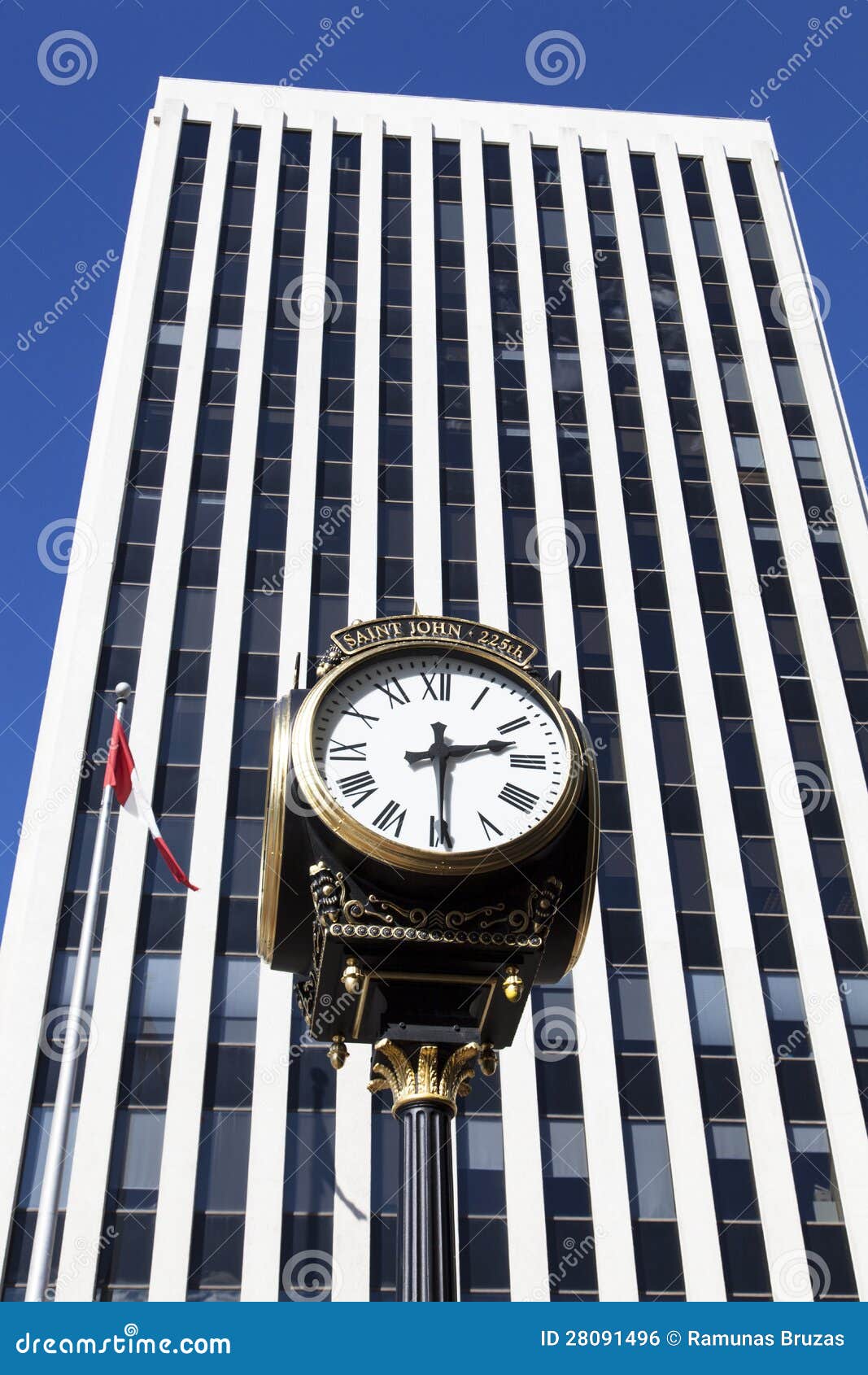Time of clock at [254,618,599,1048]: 2:29
